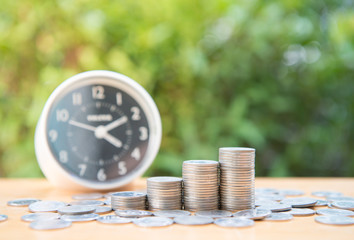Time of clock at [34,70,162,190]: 4:10
